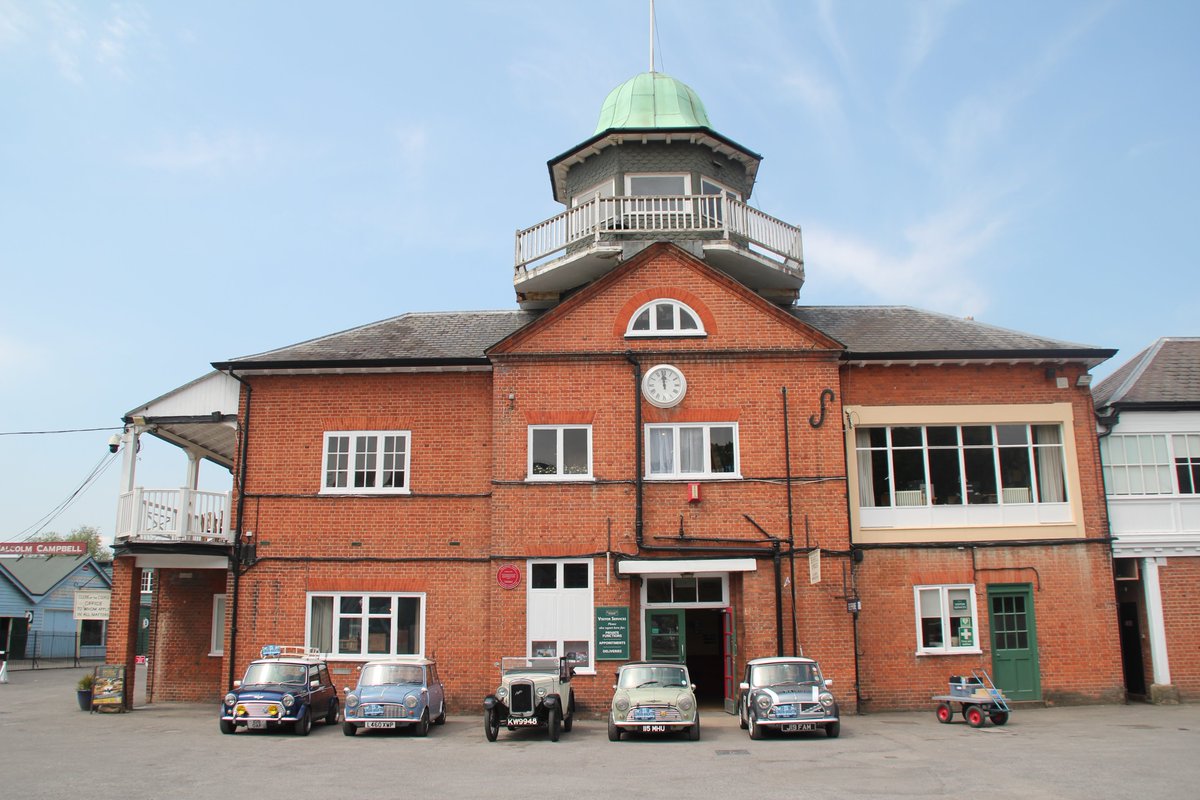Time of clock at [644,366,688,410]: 11:58
